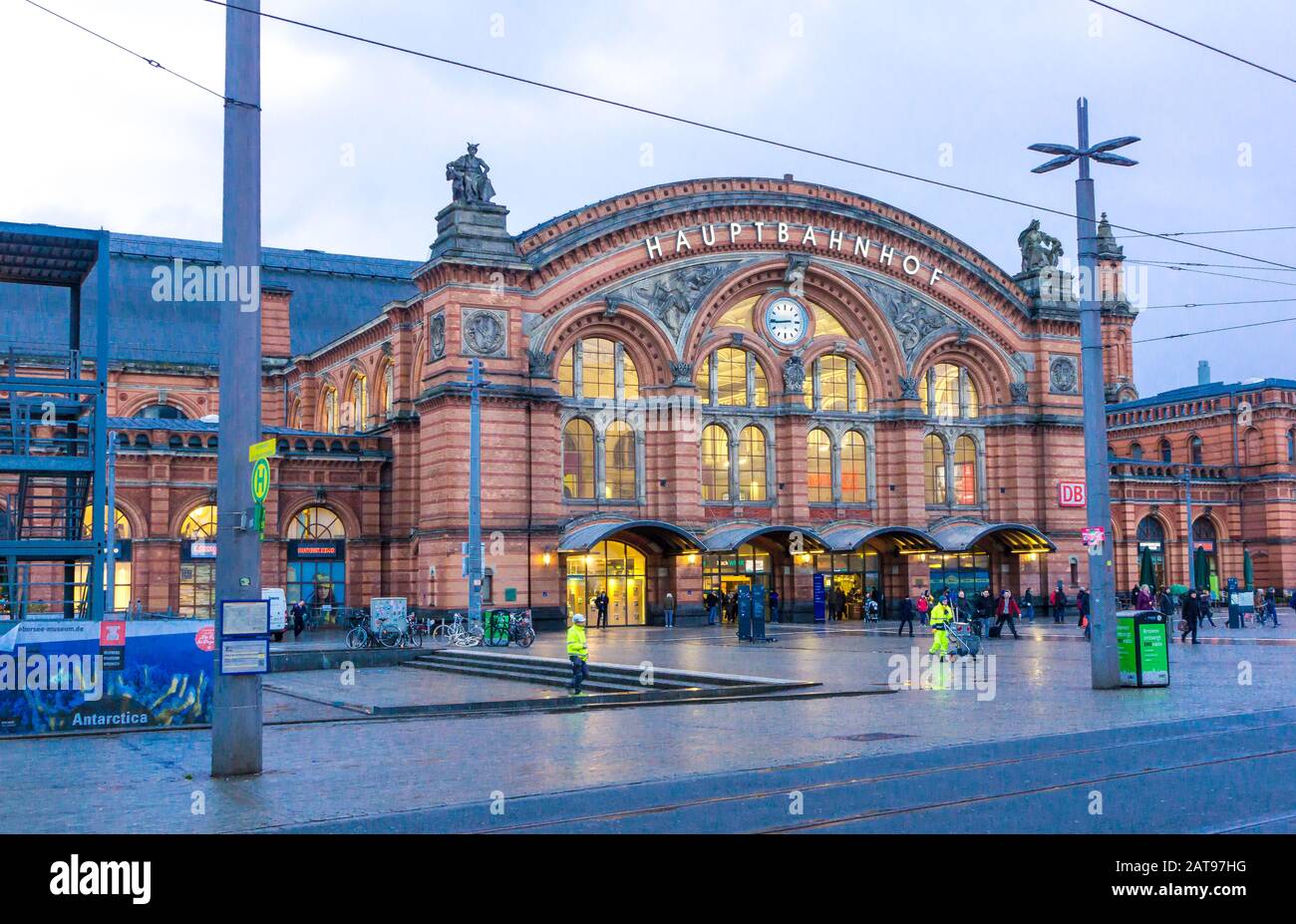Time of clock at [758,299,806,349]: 8:44
